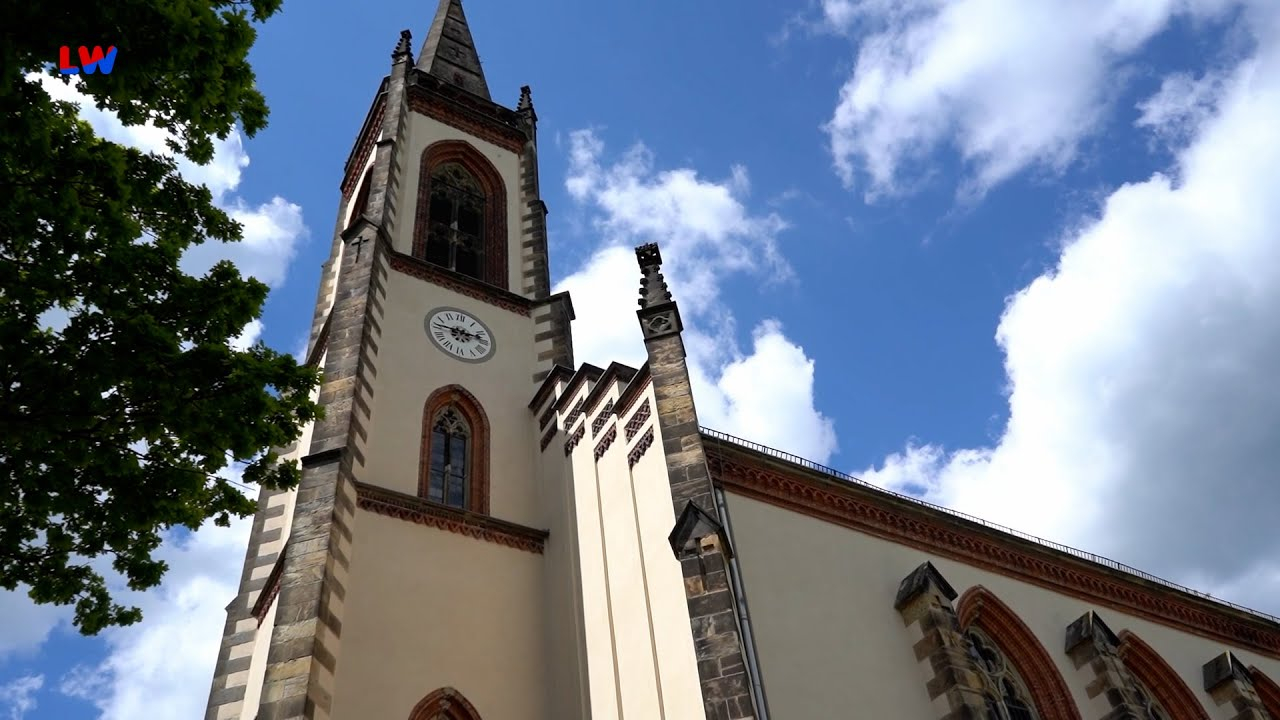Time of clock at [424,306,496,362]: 9:12
